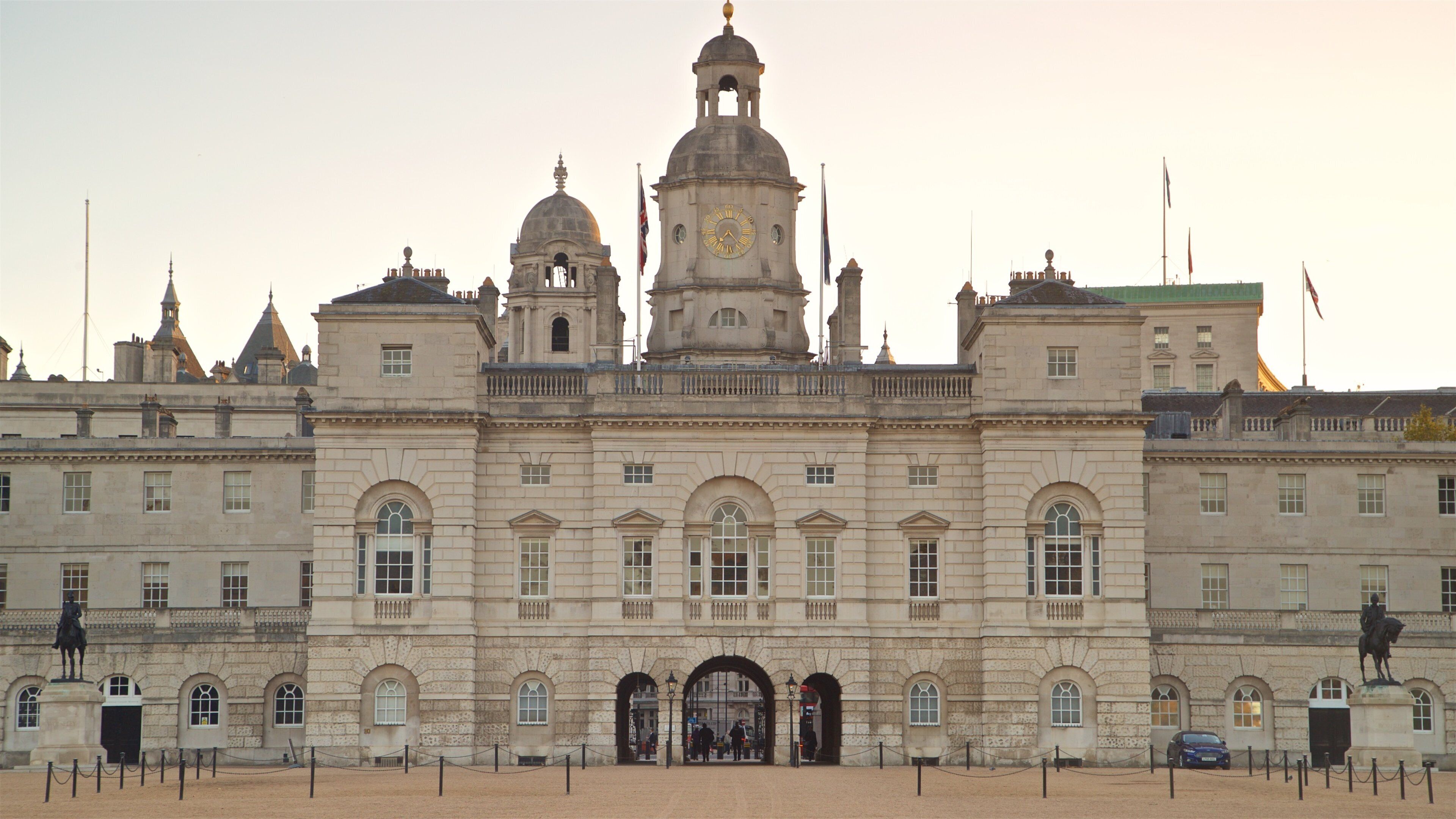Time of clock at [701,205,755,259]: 7:22
